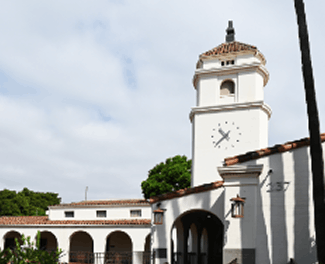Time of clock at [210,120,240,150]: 10:37
